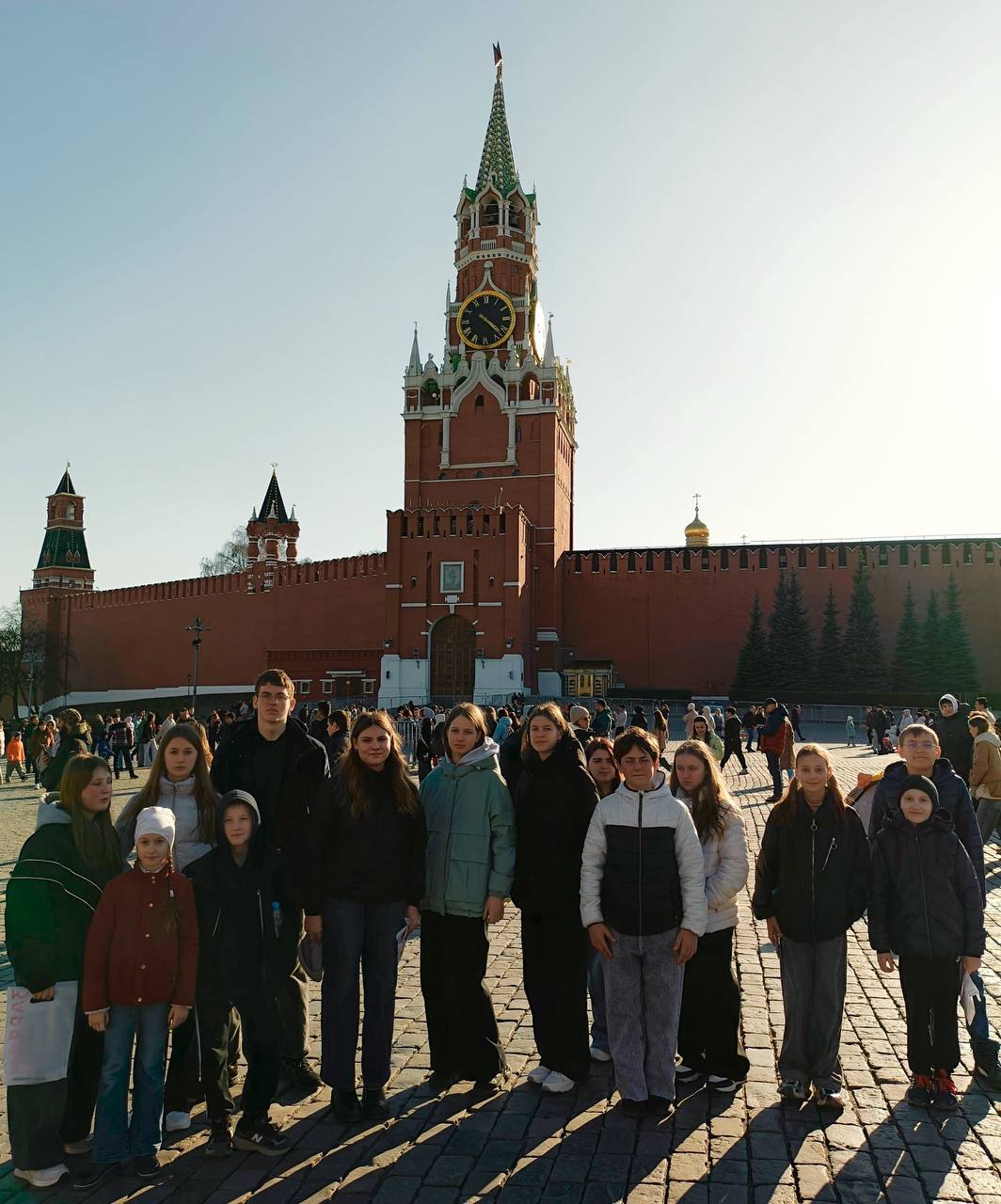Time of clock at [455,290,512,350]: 4:22
